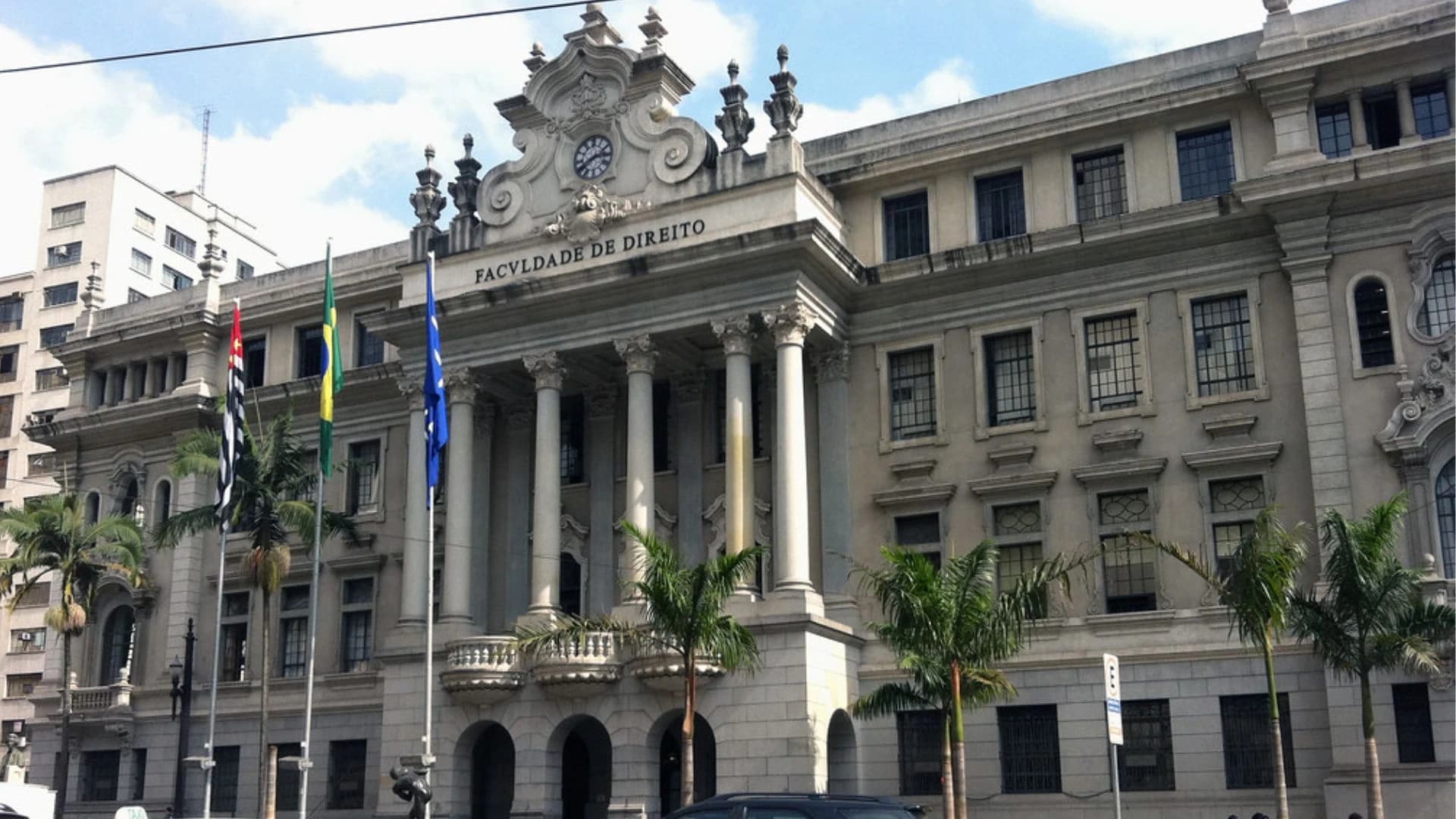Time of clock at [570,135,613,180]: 2:40
